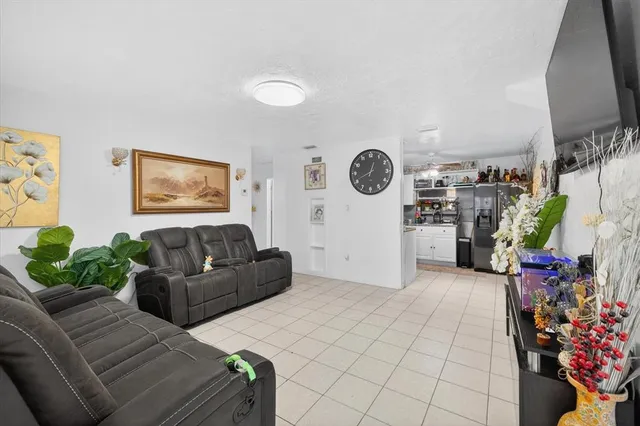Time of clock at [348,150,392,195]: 12:41
